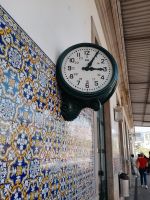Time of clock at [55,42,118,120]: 3:05
